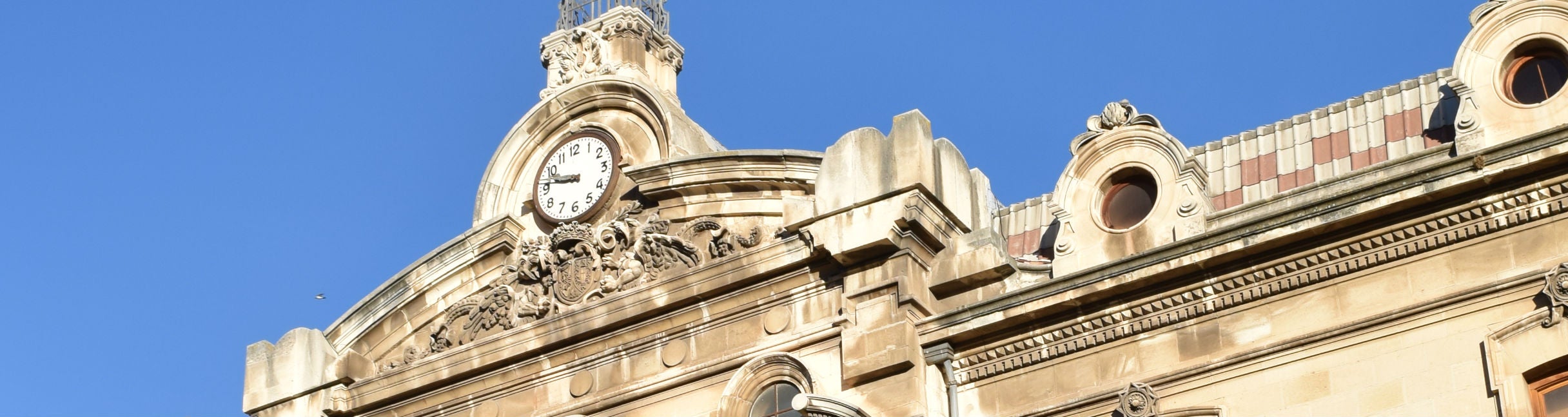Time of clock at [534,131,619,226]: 9:46
